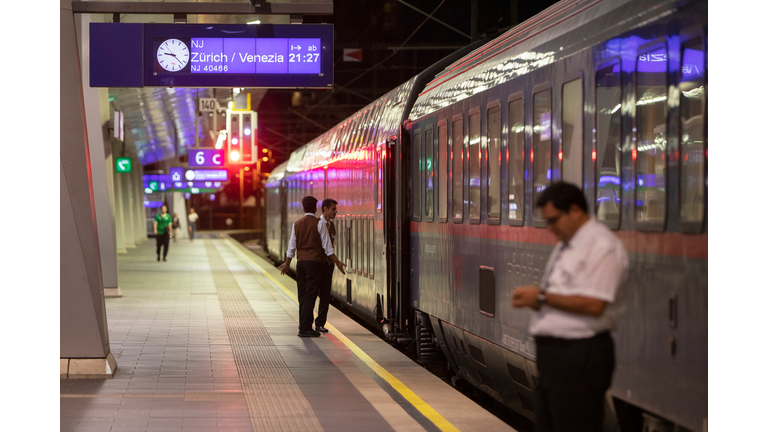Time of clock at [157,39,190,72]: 9:22
